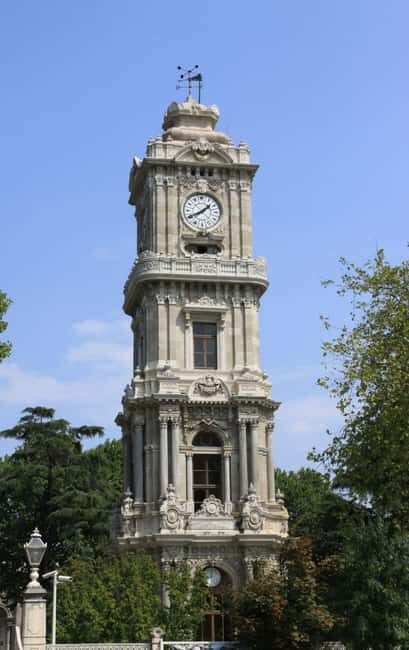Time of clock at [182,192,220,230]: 1:40
